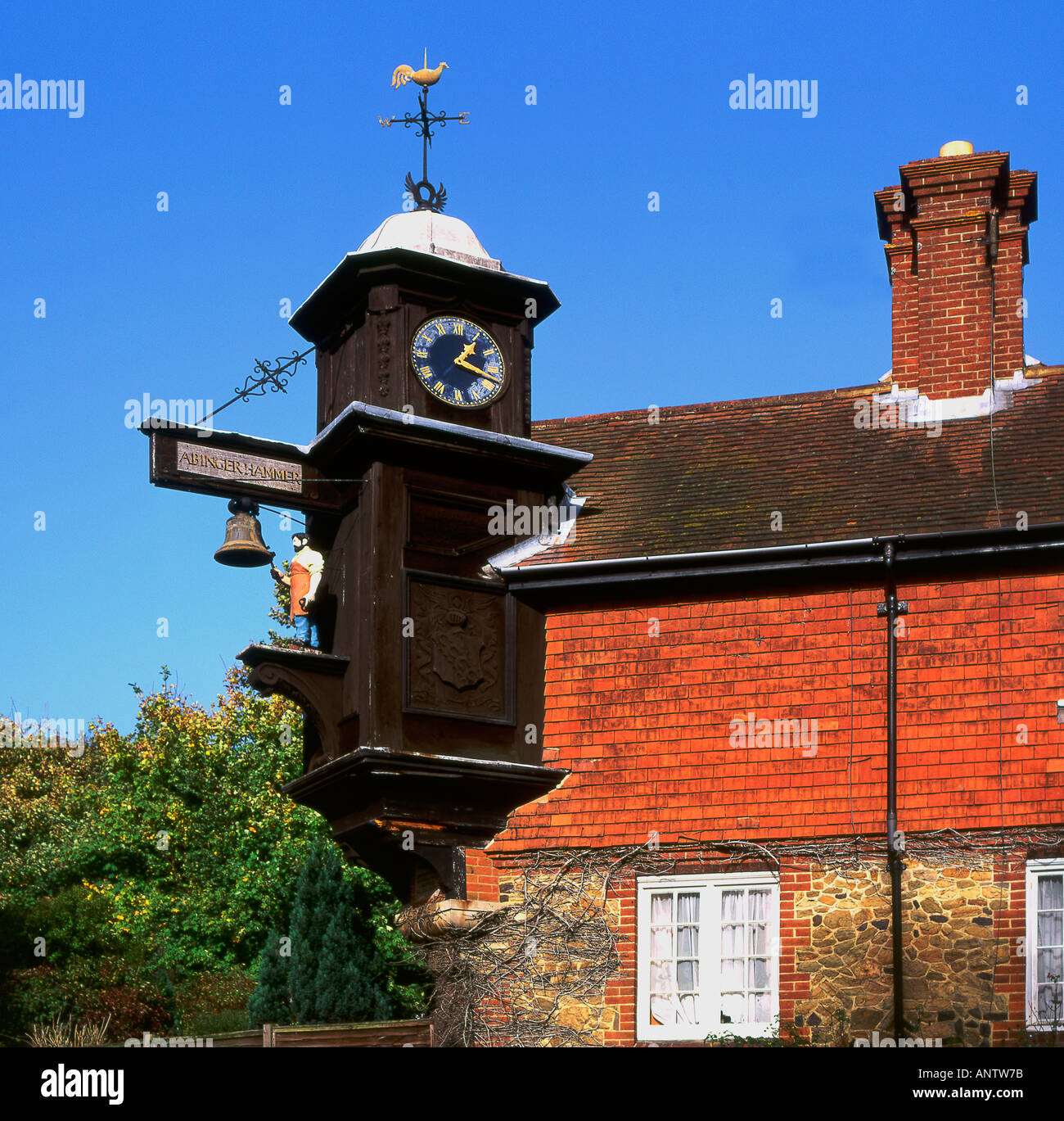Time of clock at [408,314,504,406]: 1:18
